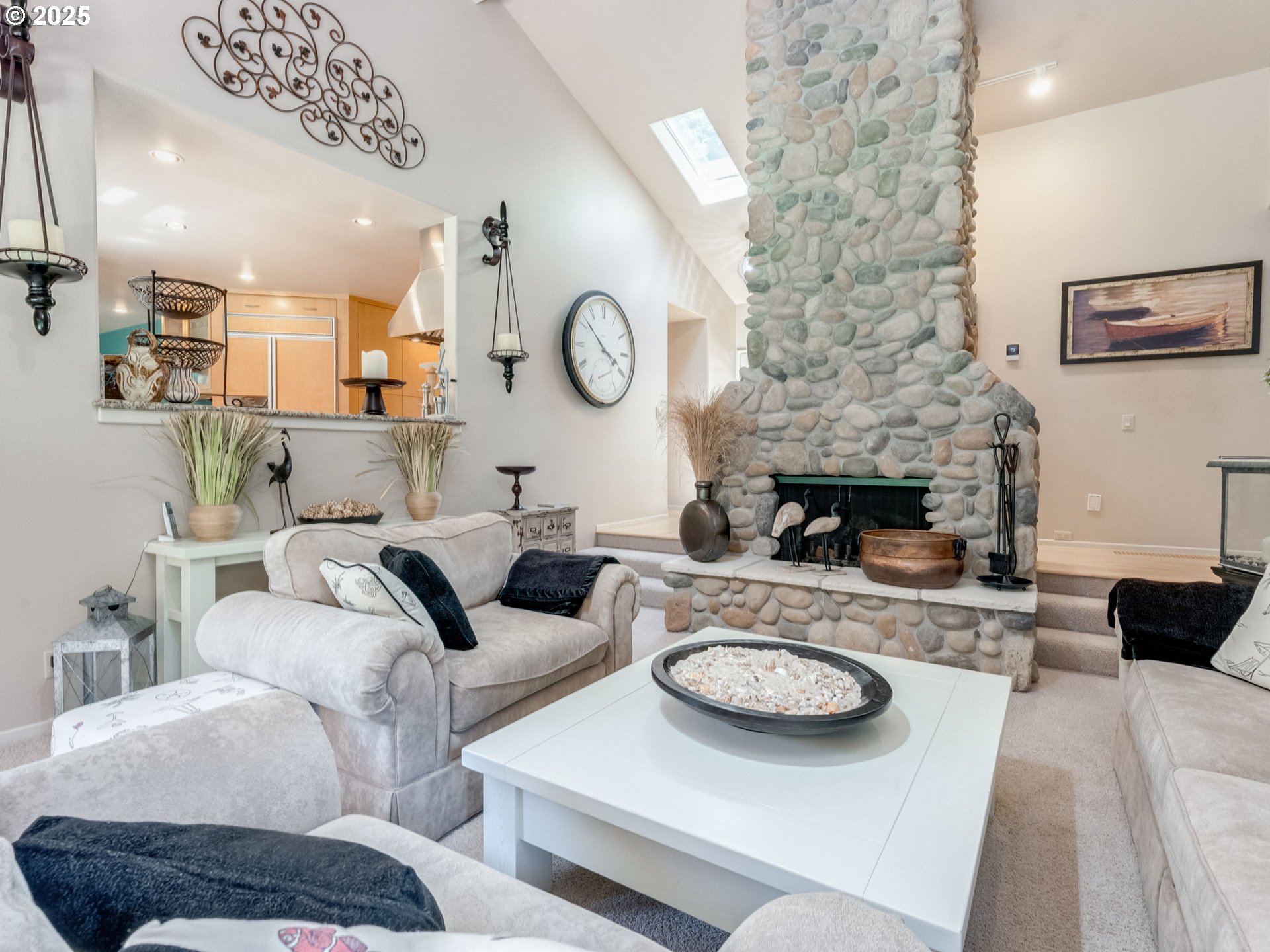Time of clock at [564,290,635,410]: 3:51
